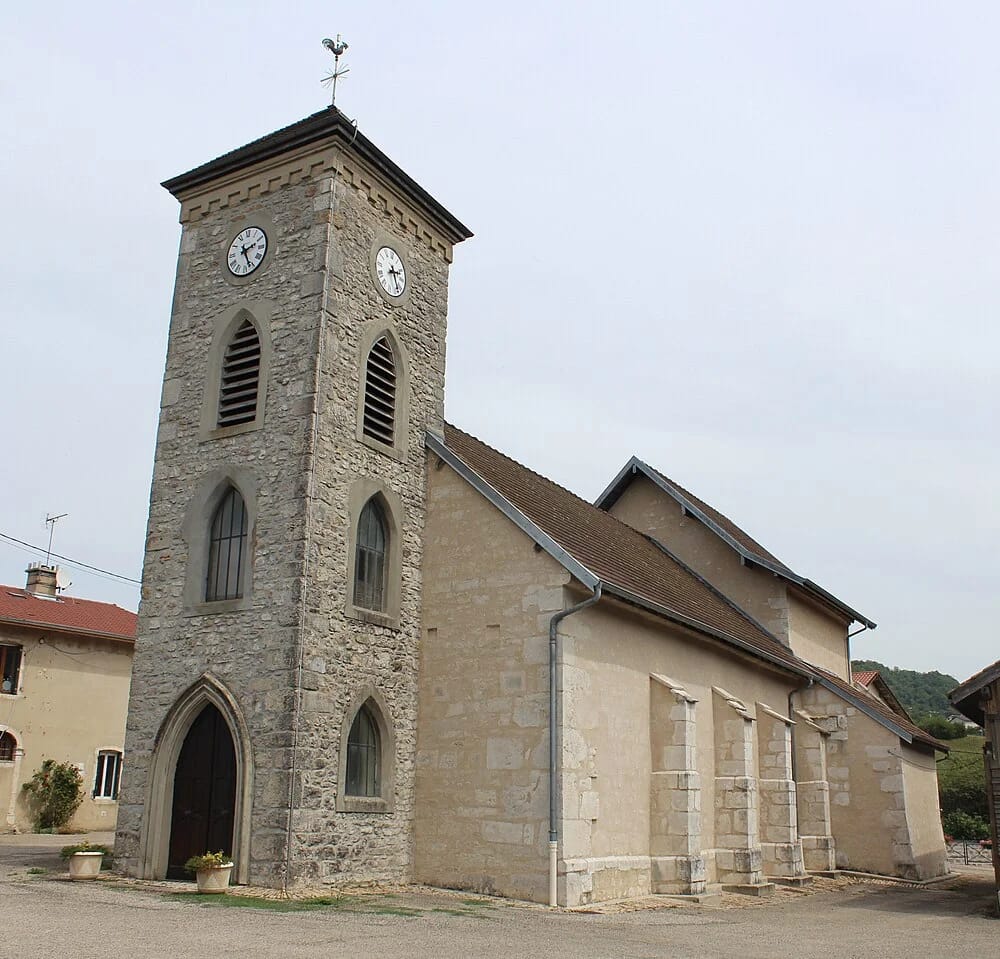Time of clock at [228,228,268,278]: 2:25
